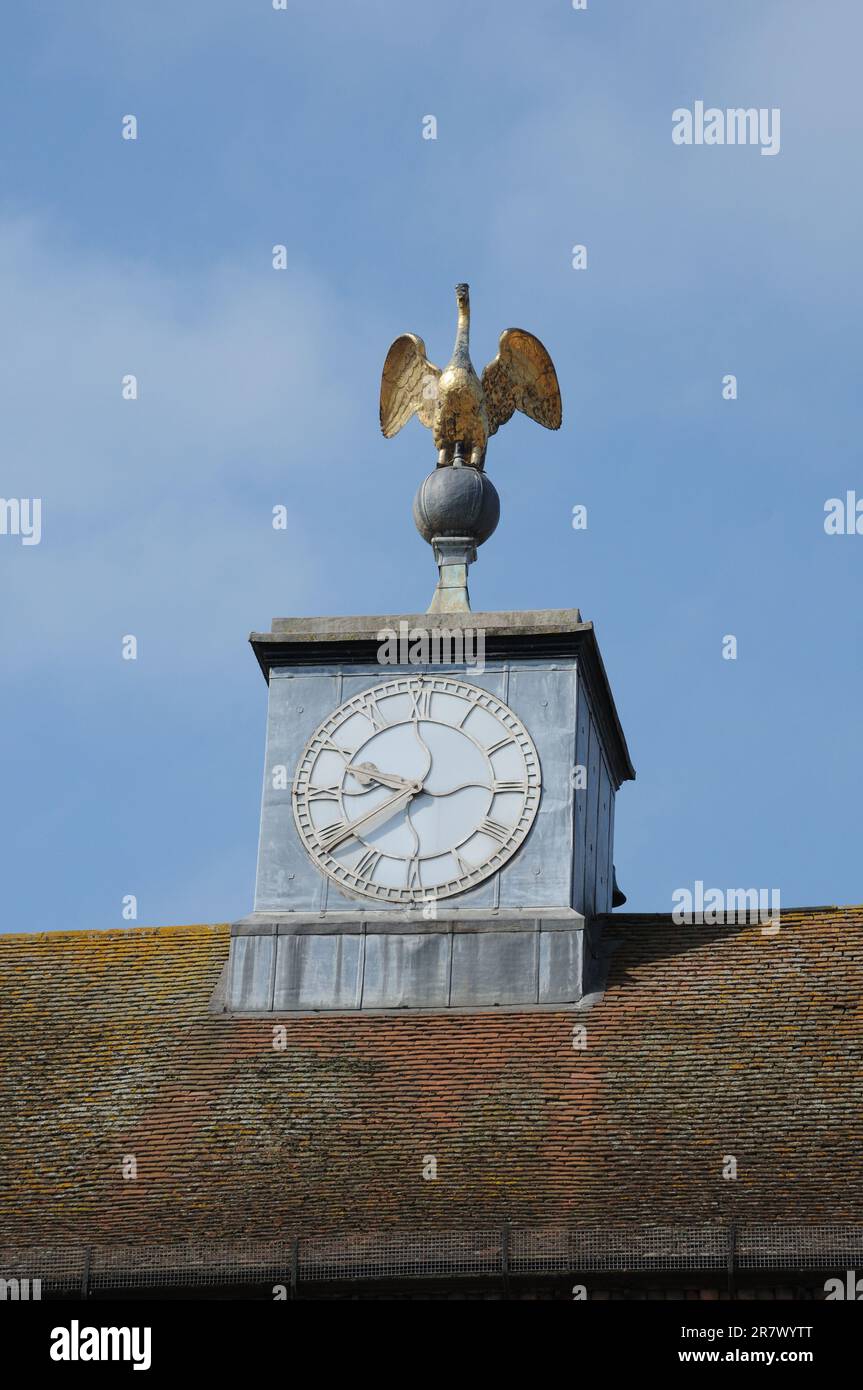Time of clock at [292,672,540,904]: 9:38
